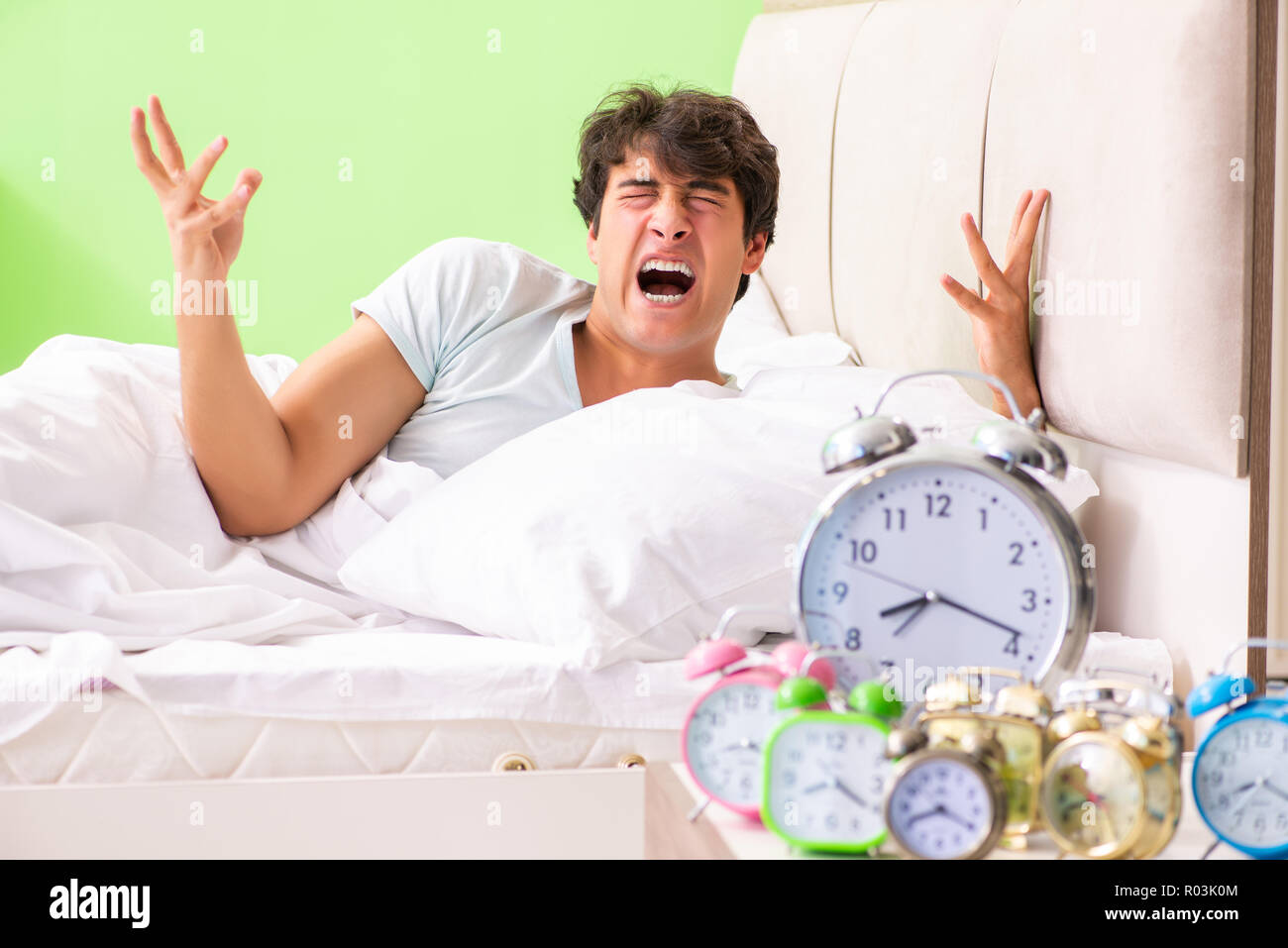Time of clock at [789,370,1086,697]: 8:18
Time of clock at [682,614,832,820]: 8:20
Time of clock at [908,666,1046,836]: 8:19
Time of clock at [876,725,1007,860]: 8:19
